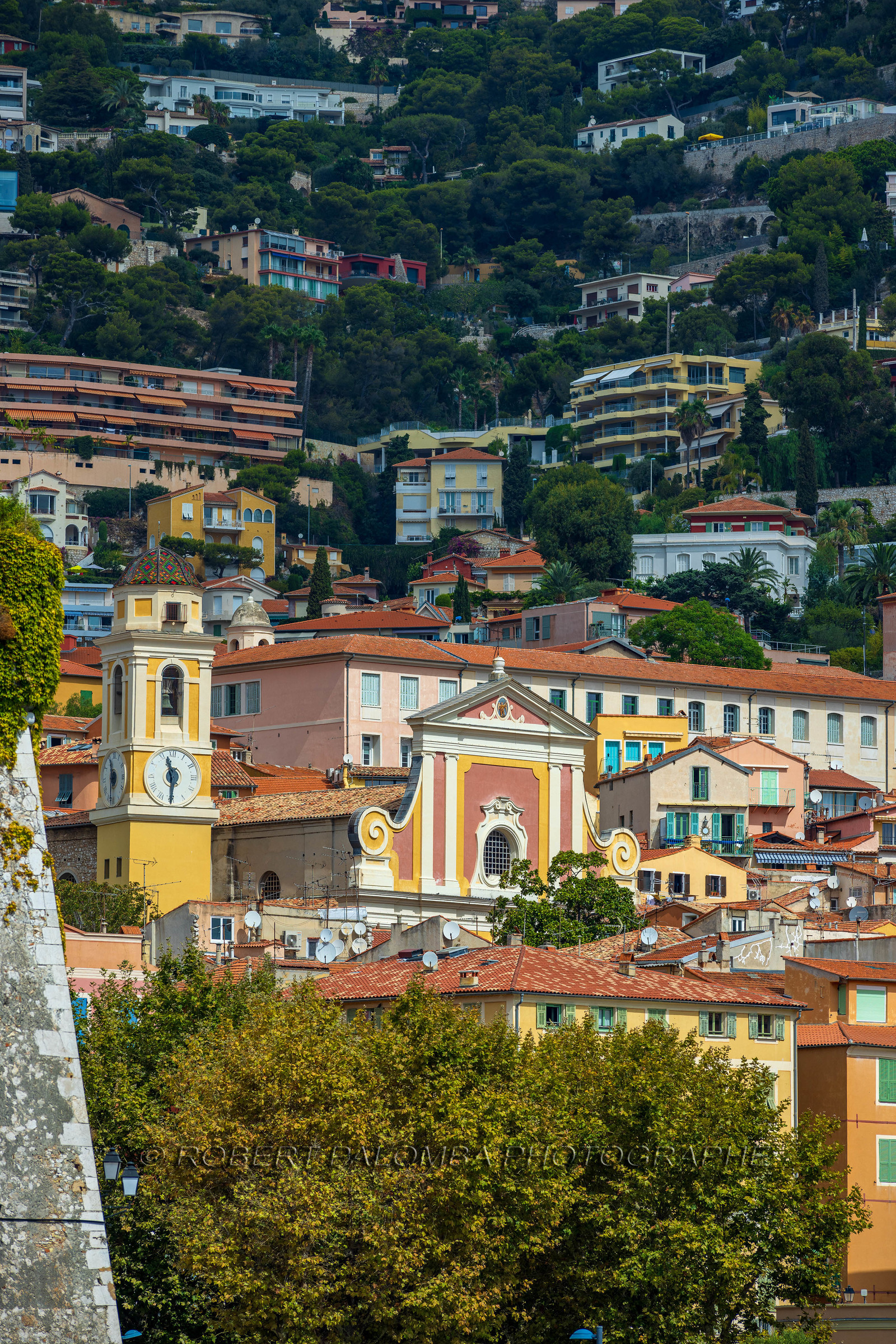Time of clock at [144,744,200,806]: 11:30
